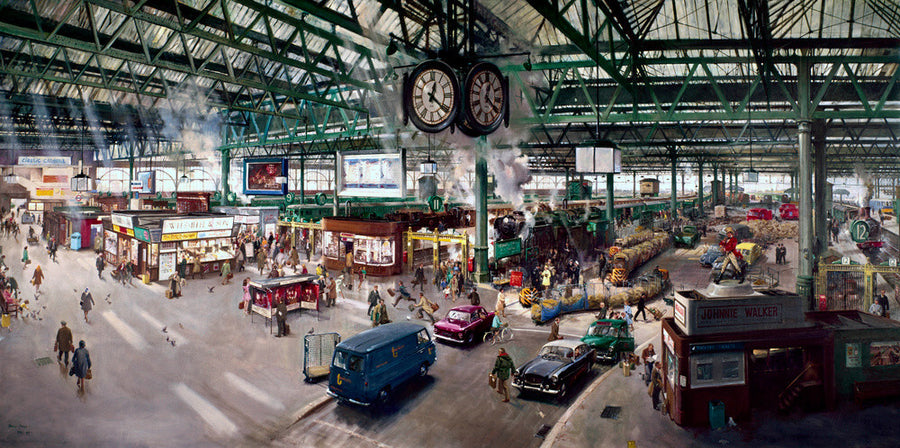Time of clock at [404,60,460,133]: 12:21
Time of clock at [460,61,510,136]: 12:21
